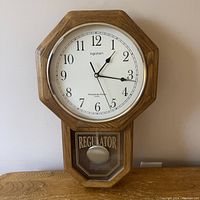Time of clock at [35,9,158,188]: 1:16
